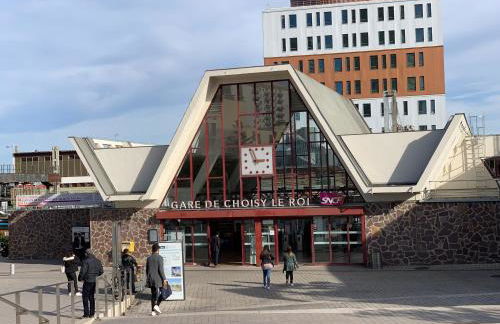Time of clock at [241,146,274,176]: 2:56
